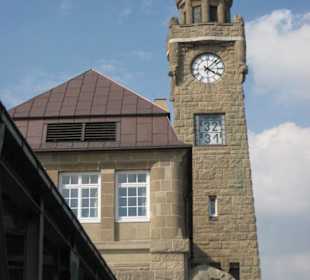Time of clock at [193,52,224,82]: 4:07
